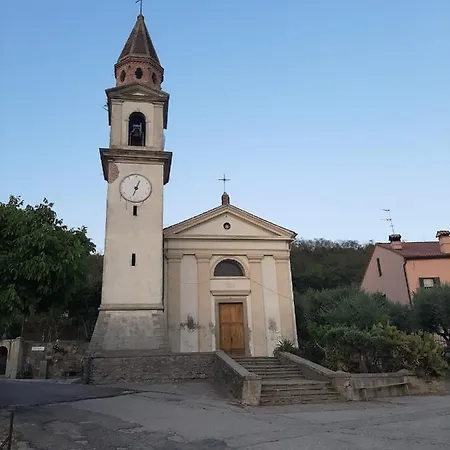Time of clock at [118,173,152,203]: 12:33
